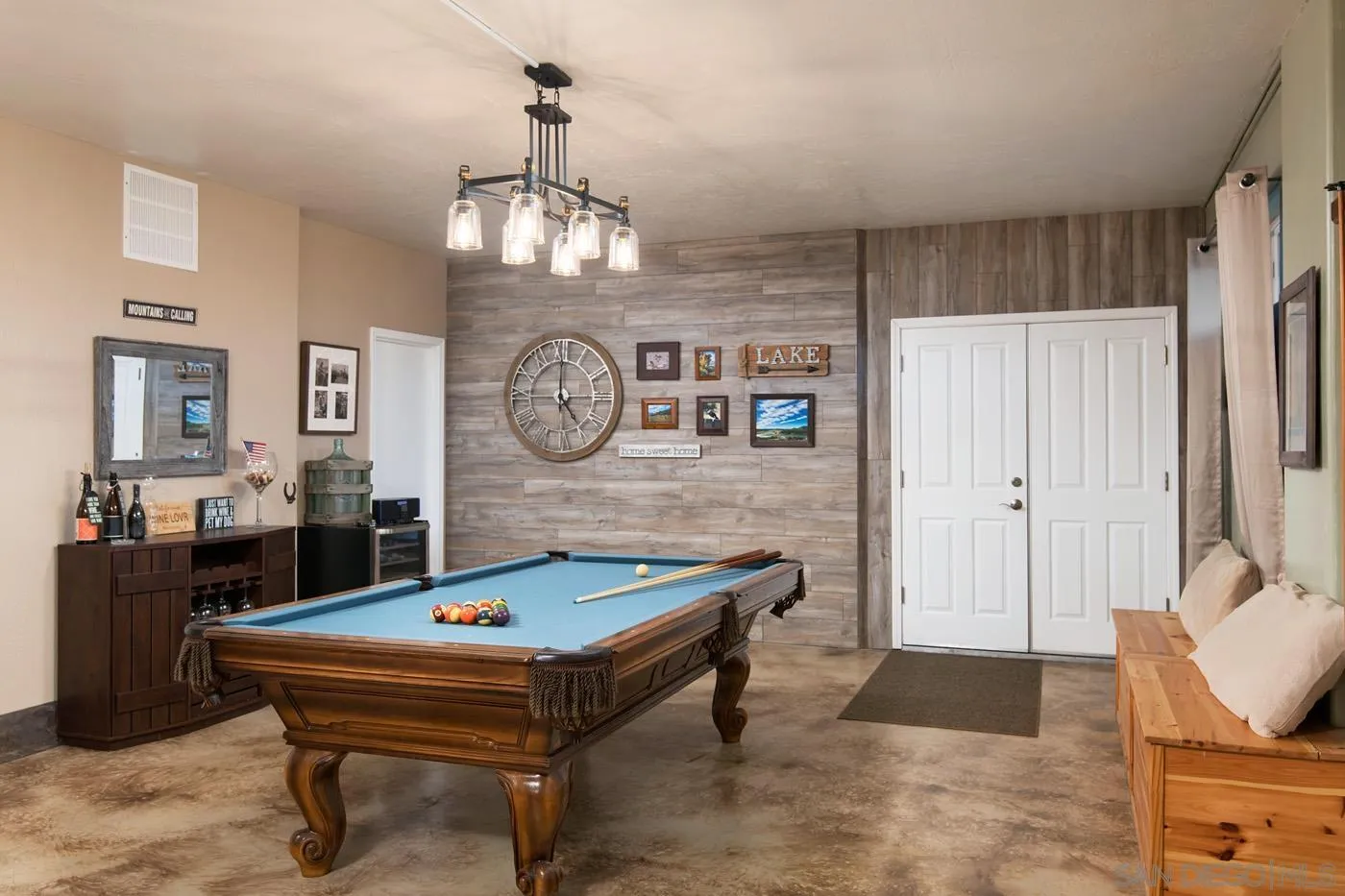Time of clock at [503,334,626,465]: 5:00
